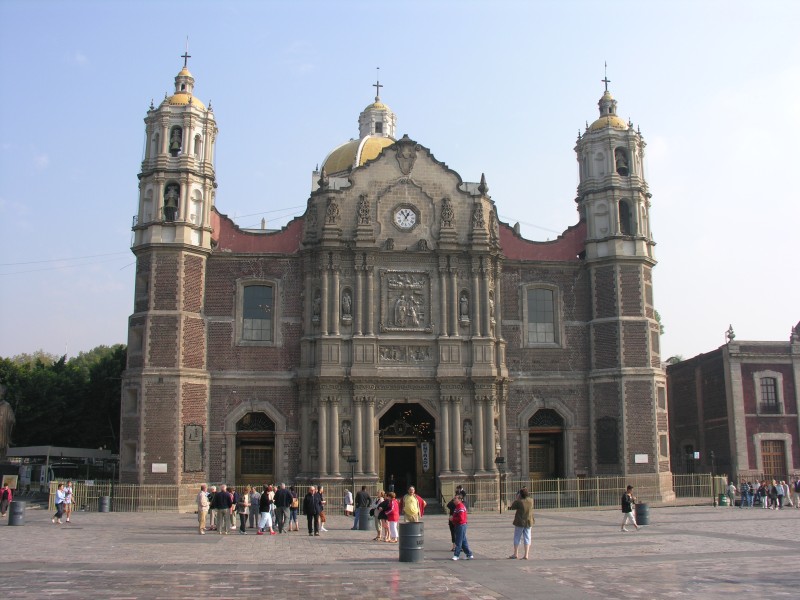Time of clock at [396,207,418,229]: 12:53
